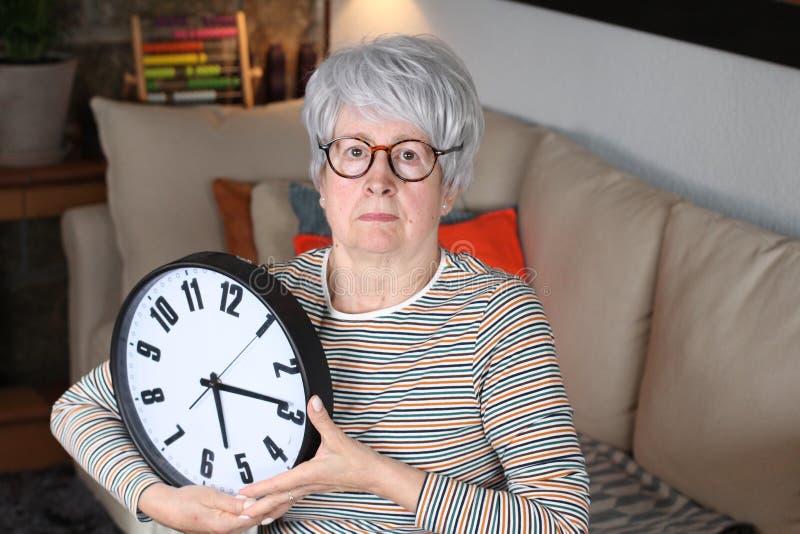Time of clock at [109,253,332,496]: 5:14
